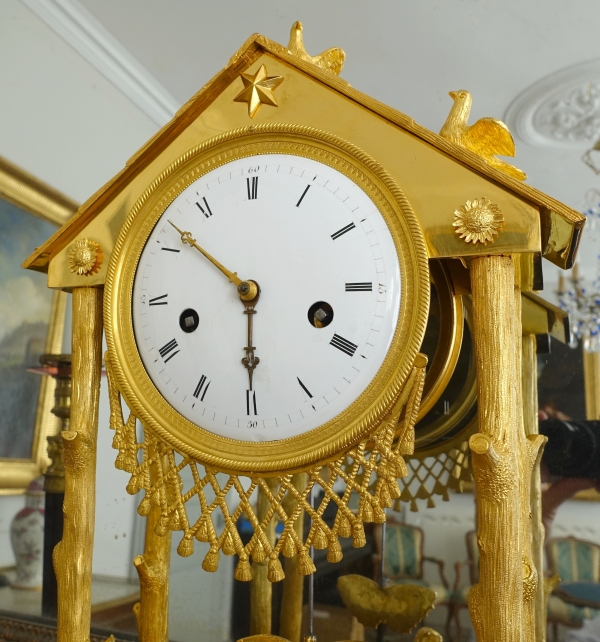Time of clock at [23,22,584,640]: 5:51
